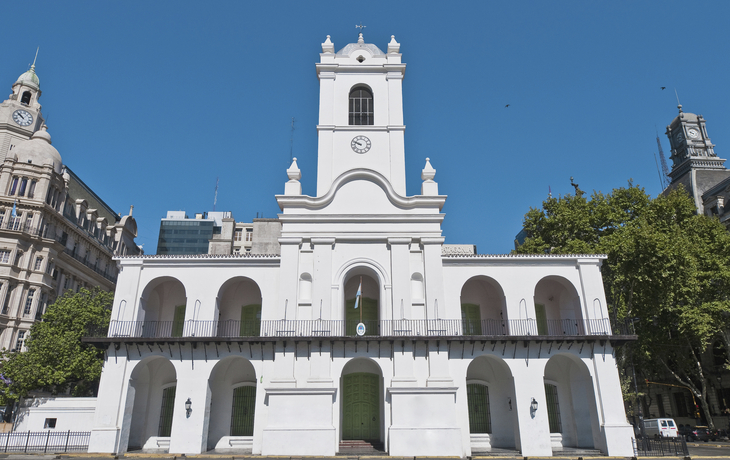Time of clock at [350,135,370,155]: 9:48
